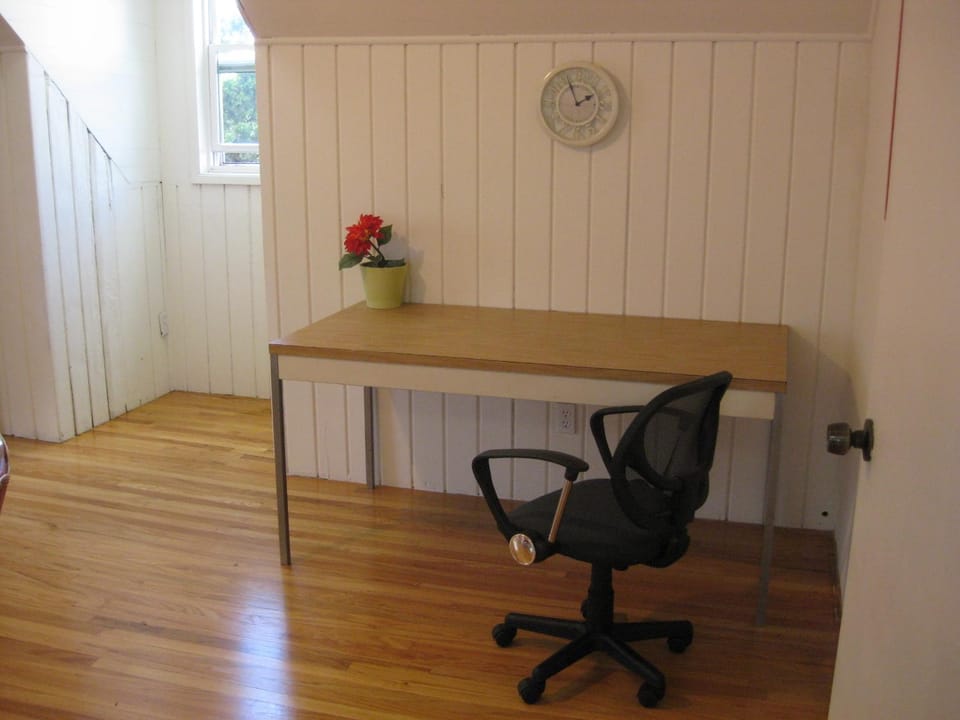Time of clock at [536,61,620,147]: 1:56
